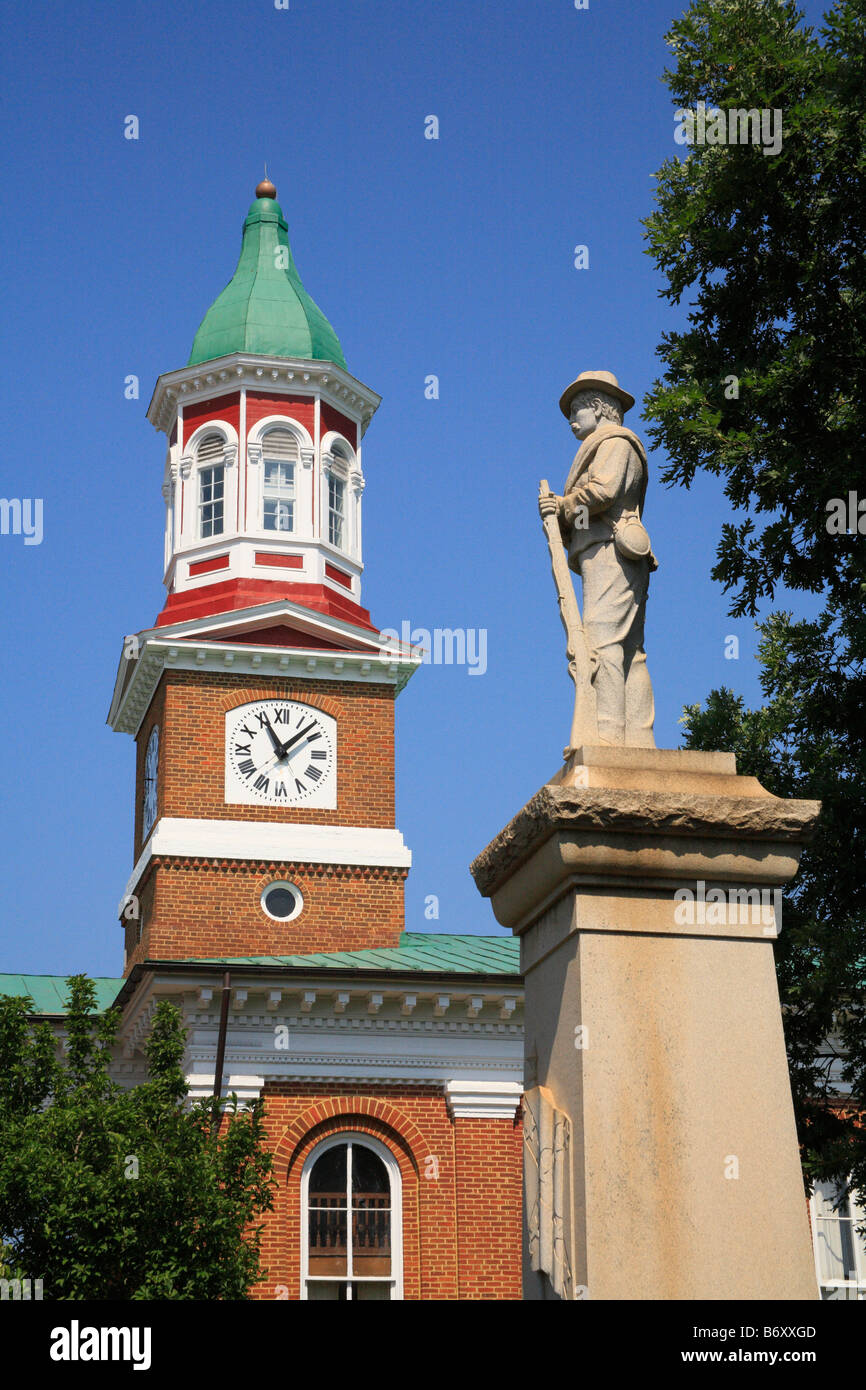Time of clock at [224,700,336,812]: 11:07
